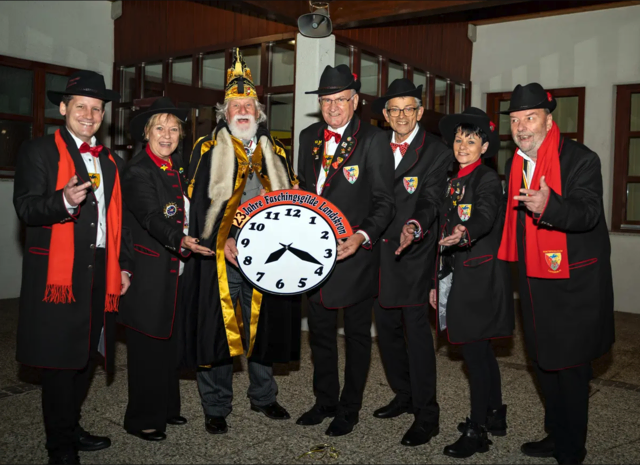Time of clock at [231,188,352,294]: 7:18
